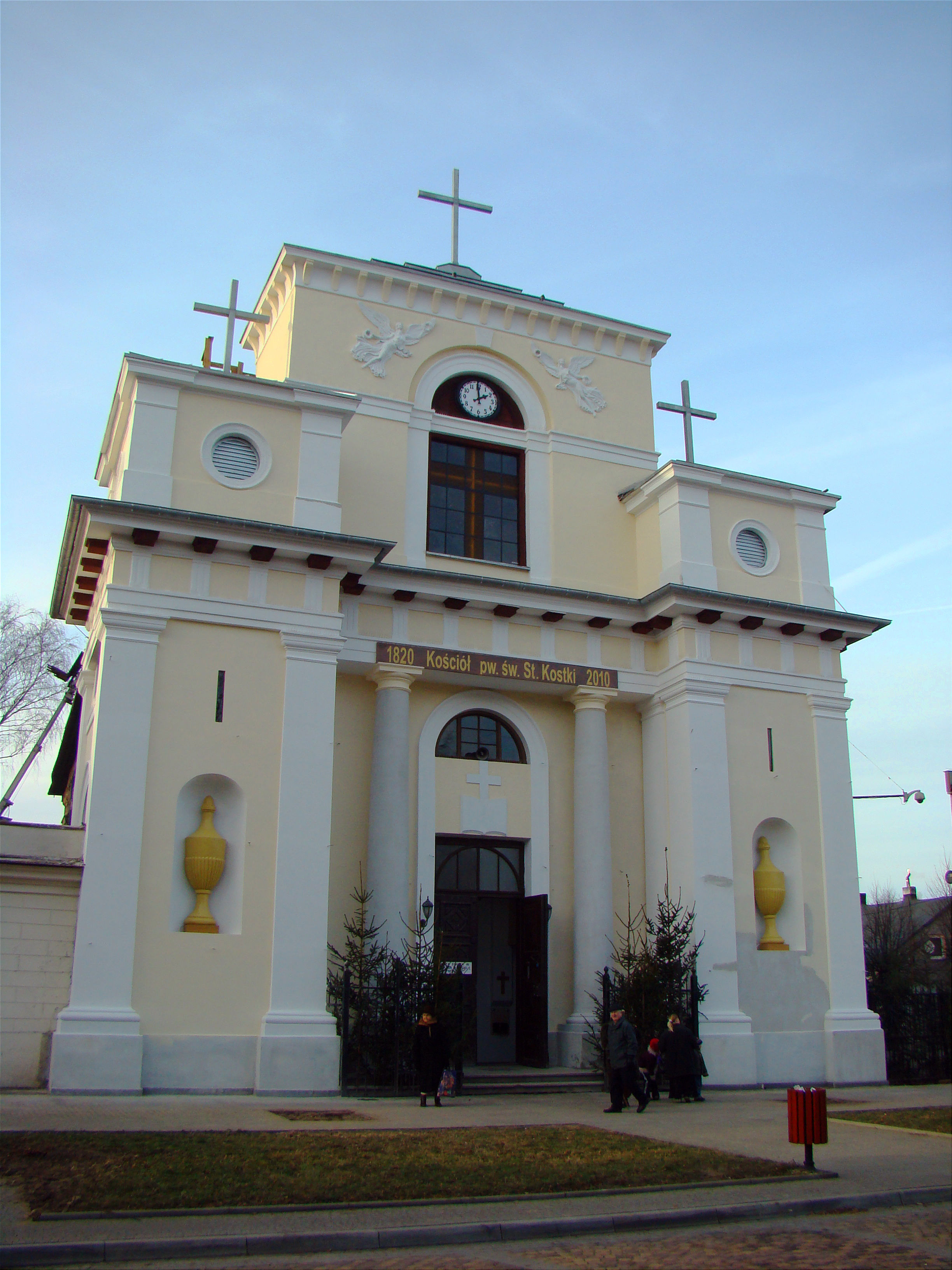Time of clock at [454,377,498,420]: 1:59
